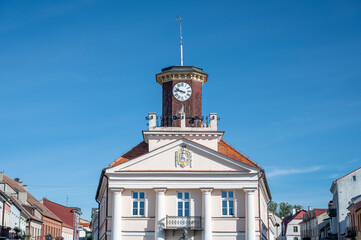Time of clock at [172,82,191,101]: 9:47
